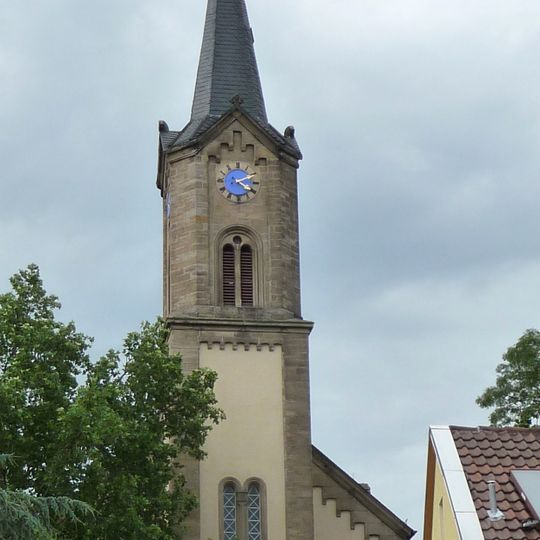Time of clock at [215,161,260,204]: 4:10
